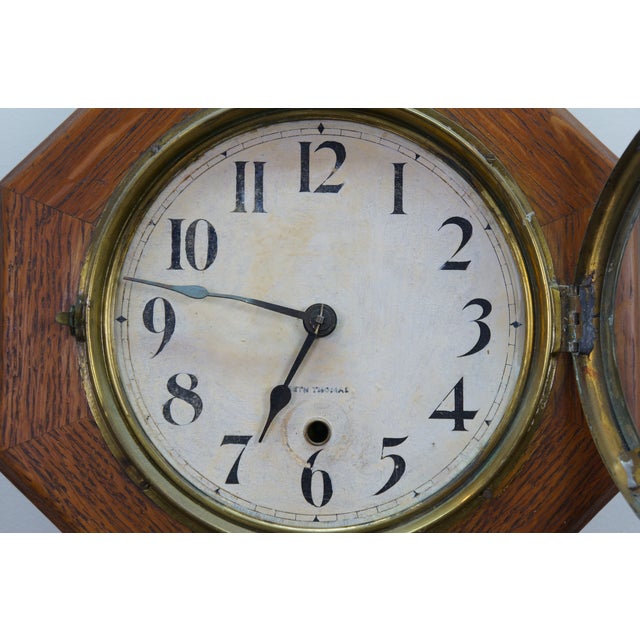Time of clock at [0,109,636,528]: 6:47
